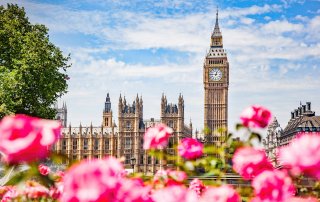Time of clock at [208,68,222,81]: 12:45
